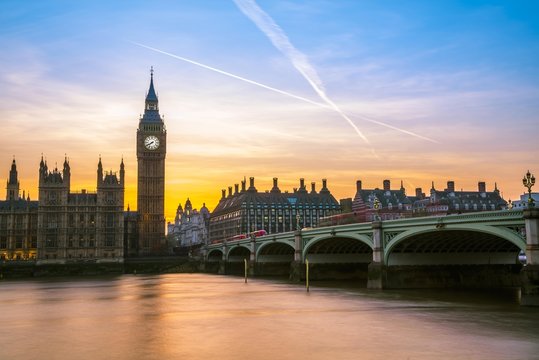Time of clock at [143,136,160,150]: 7:40
